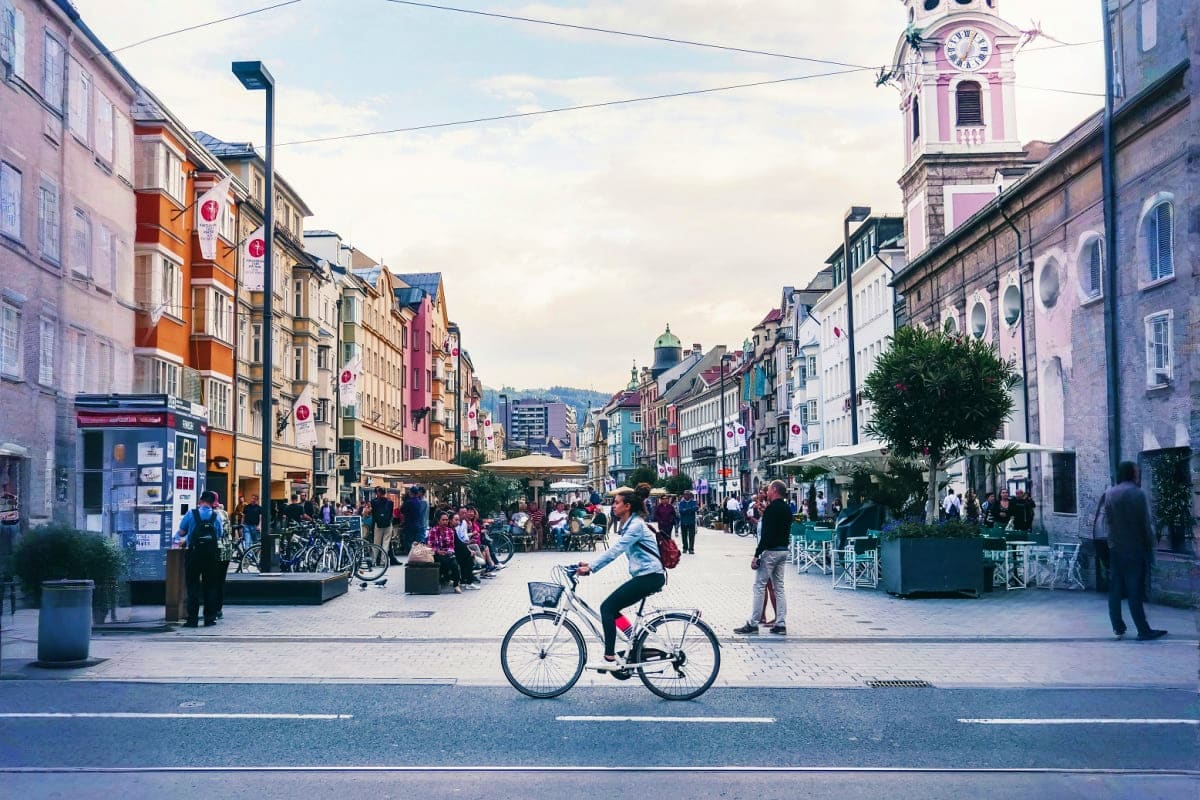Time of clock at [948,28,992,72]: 7:04
